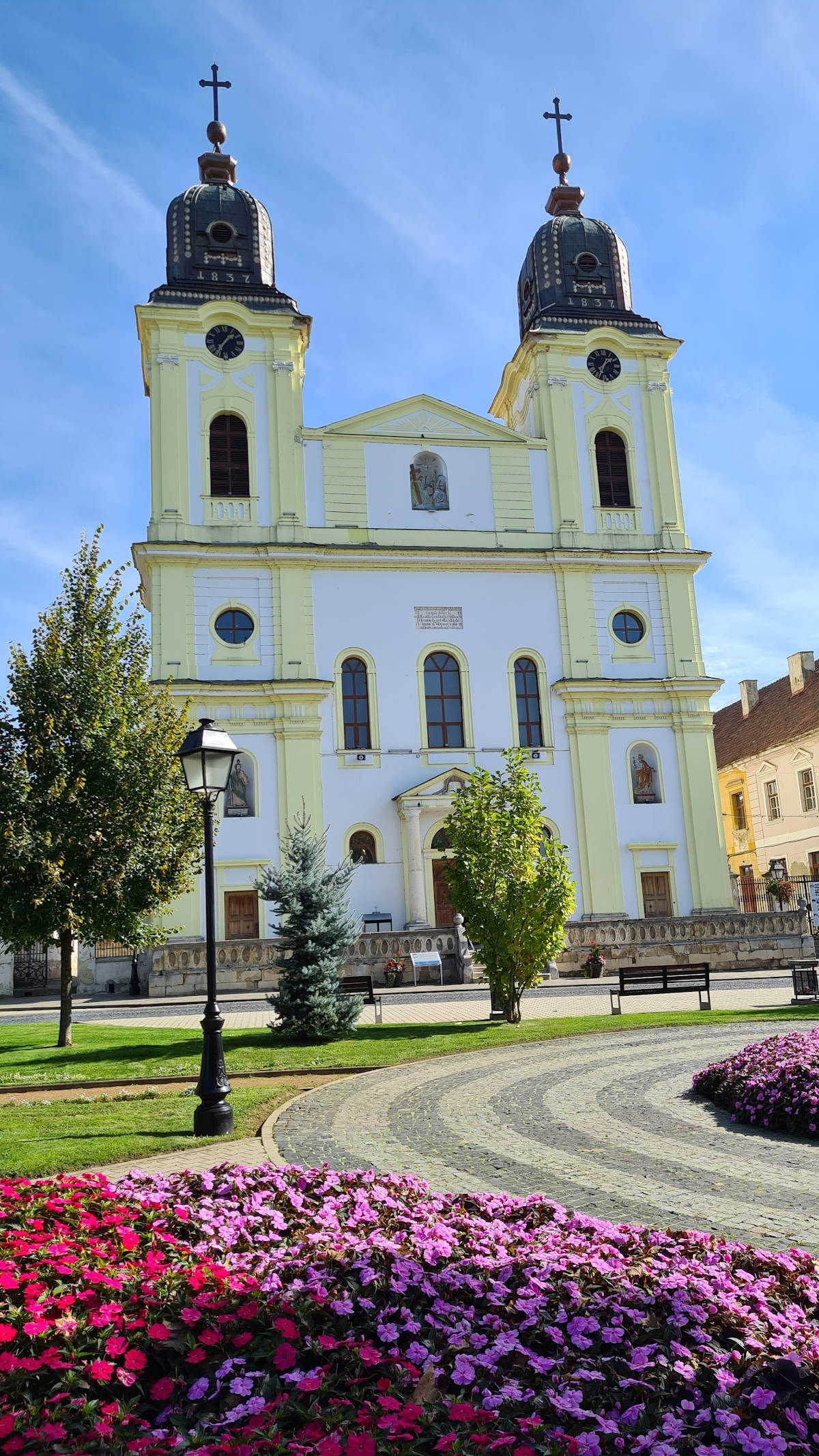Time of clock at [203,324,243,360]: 1:35
